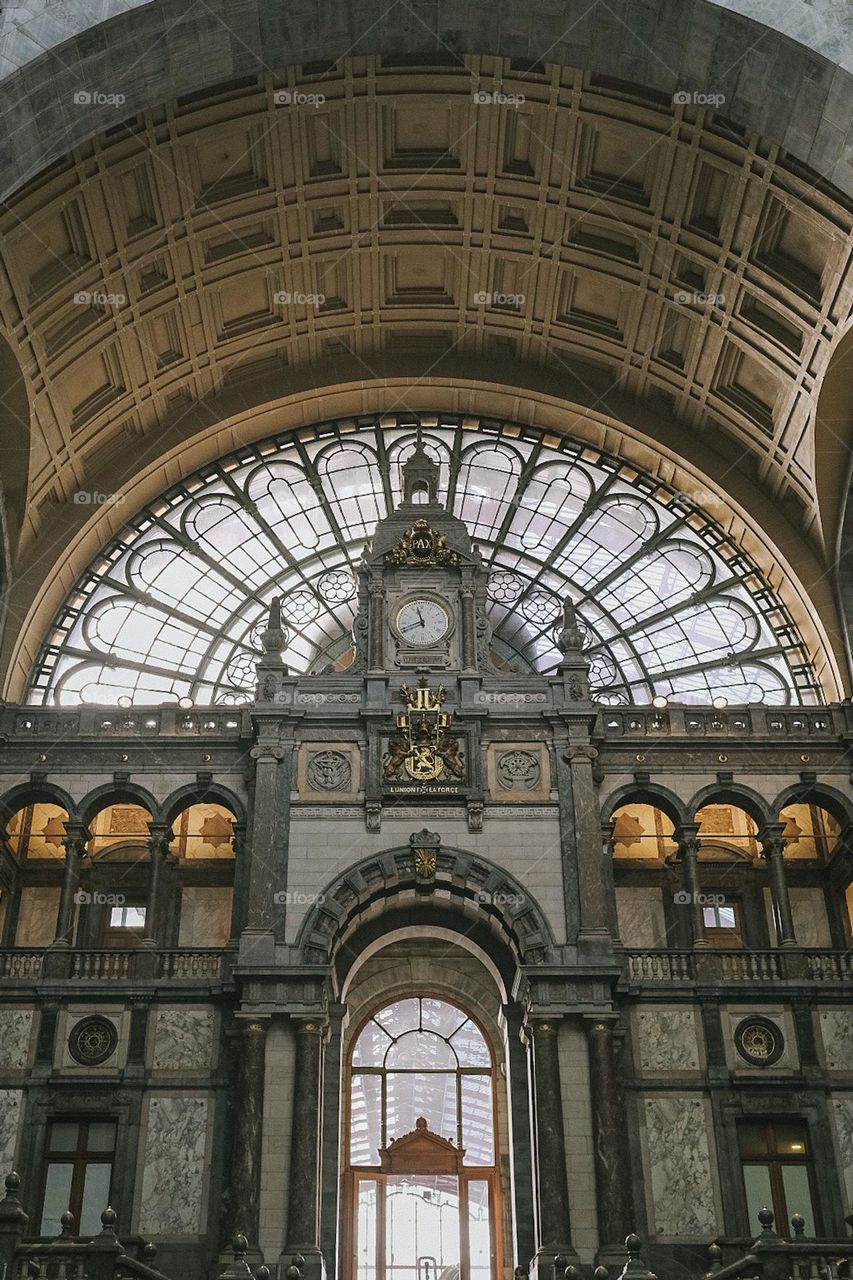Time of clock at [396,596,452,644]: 11:41
